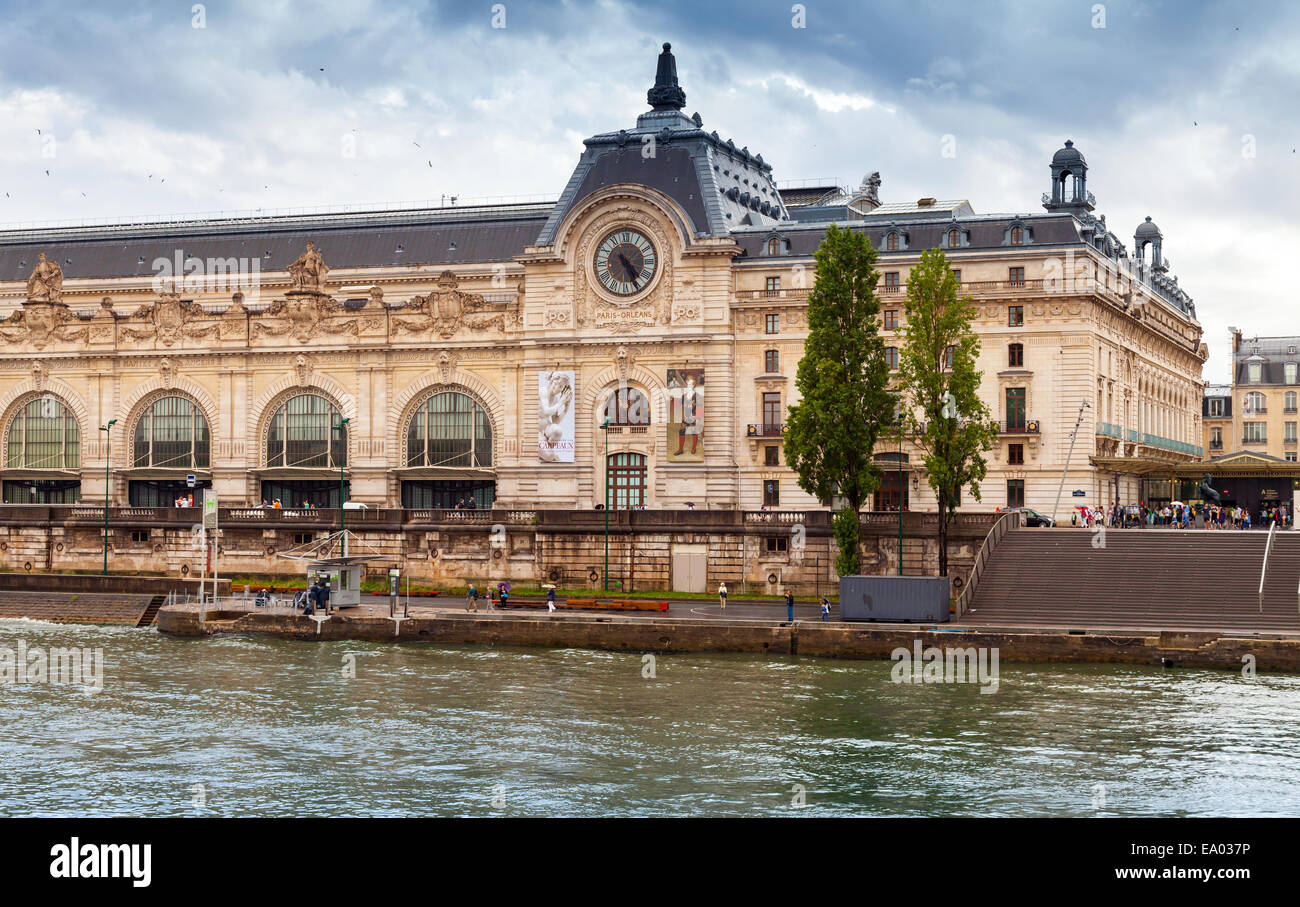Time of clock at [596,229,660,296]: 4:25
